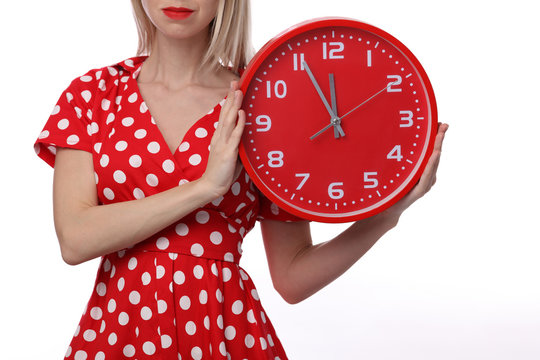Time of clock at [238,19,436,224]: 11:55
